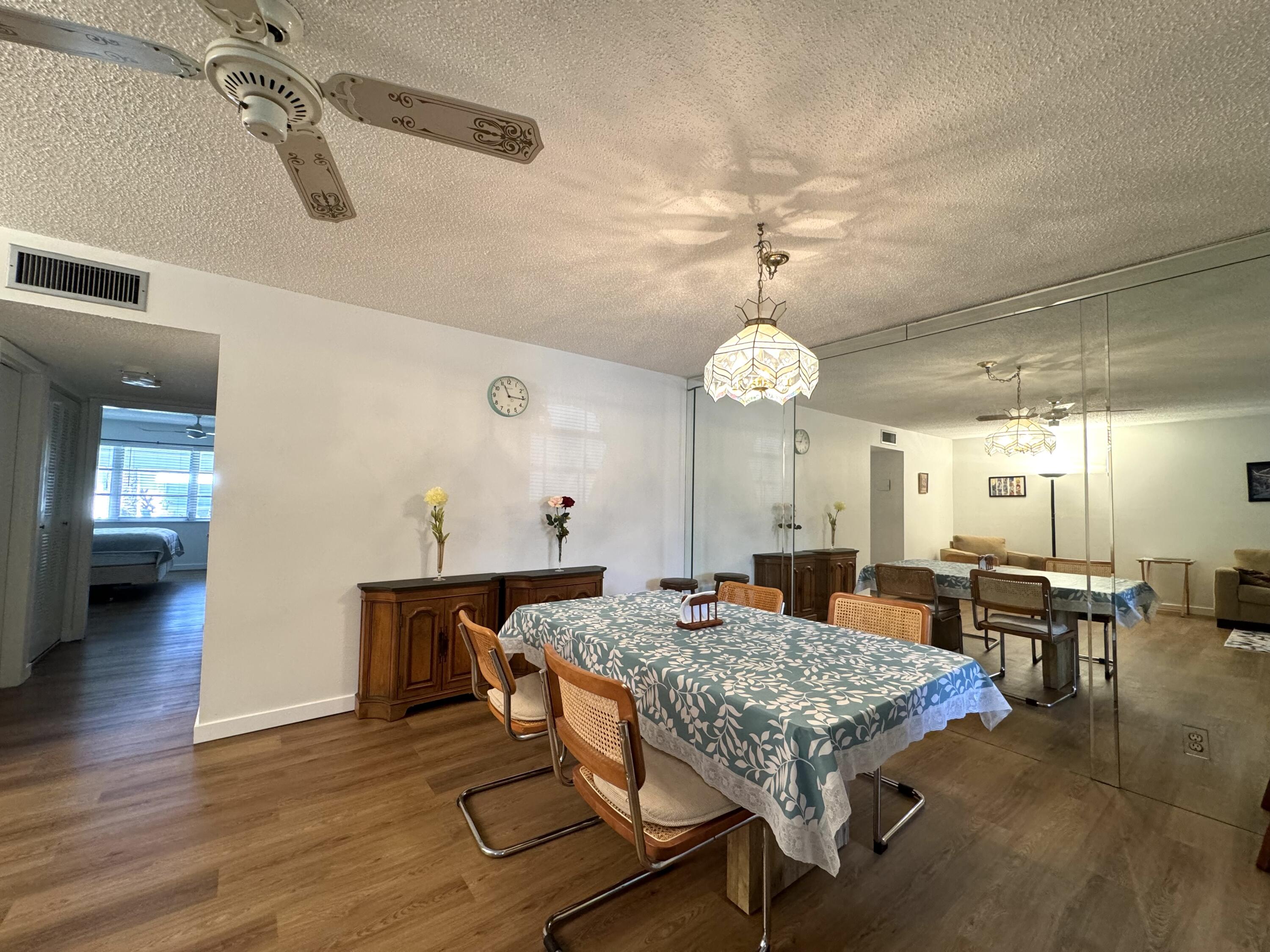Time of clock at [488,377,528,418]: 11:15
